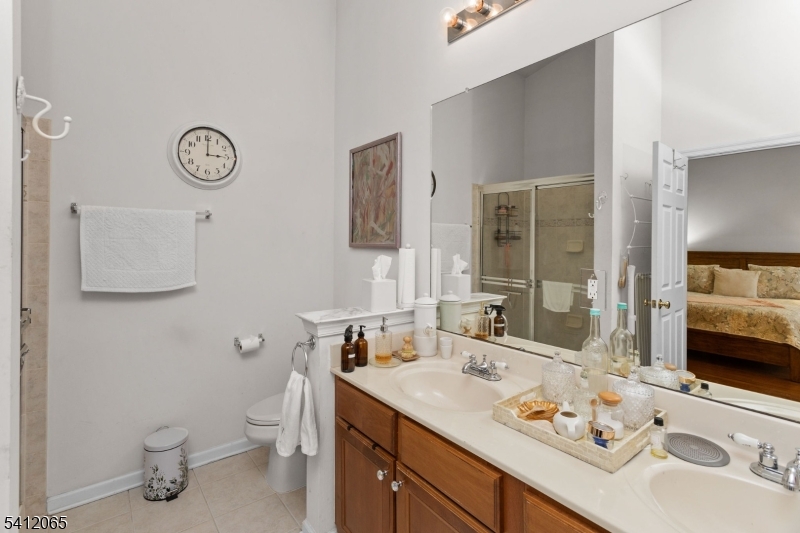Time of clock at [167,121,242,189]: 3:00
